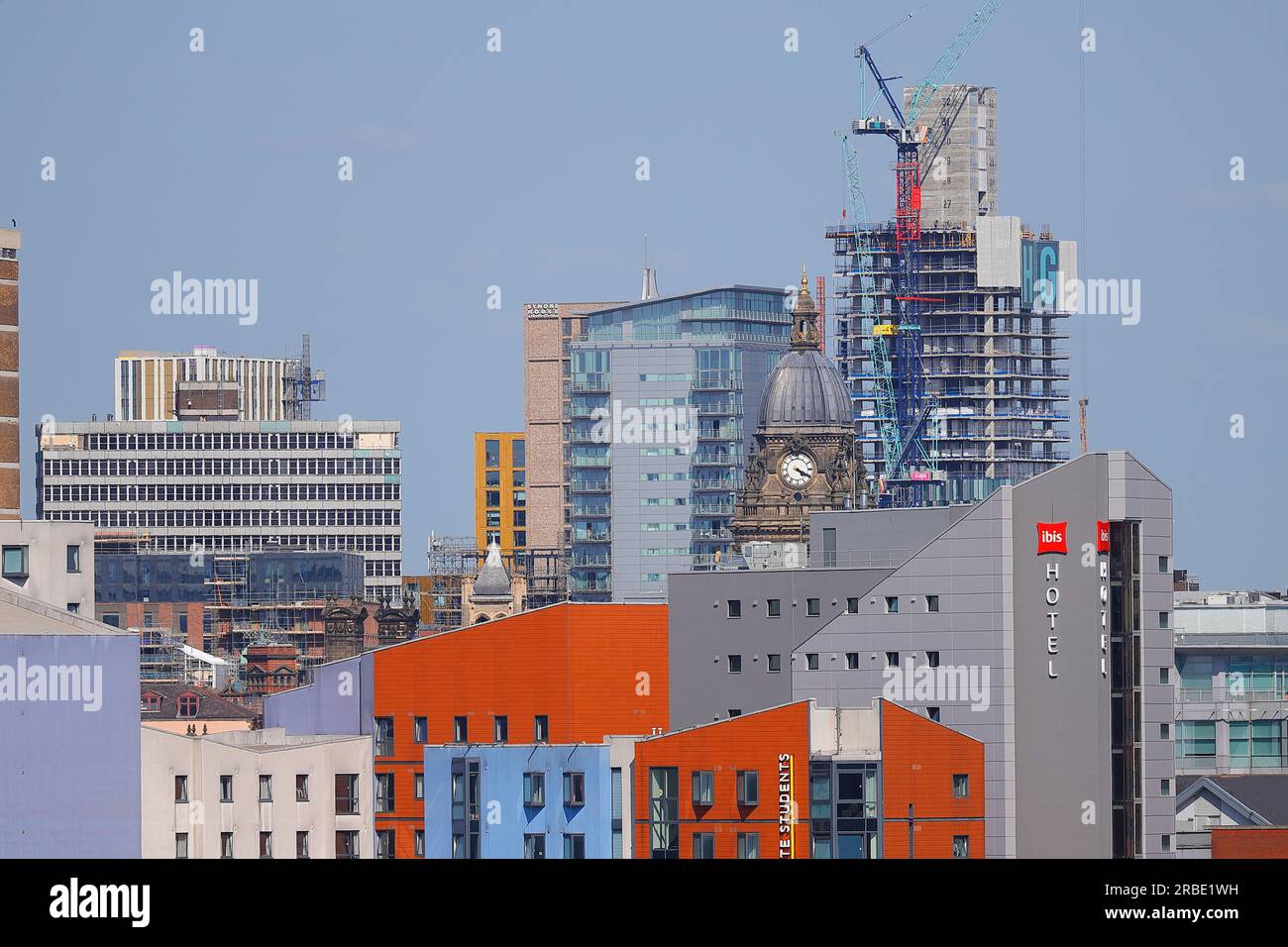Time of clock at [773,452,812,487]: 4:19
